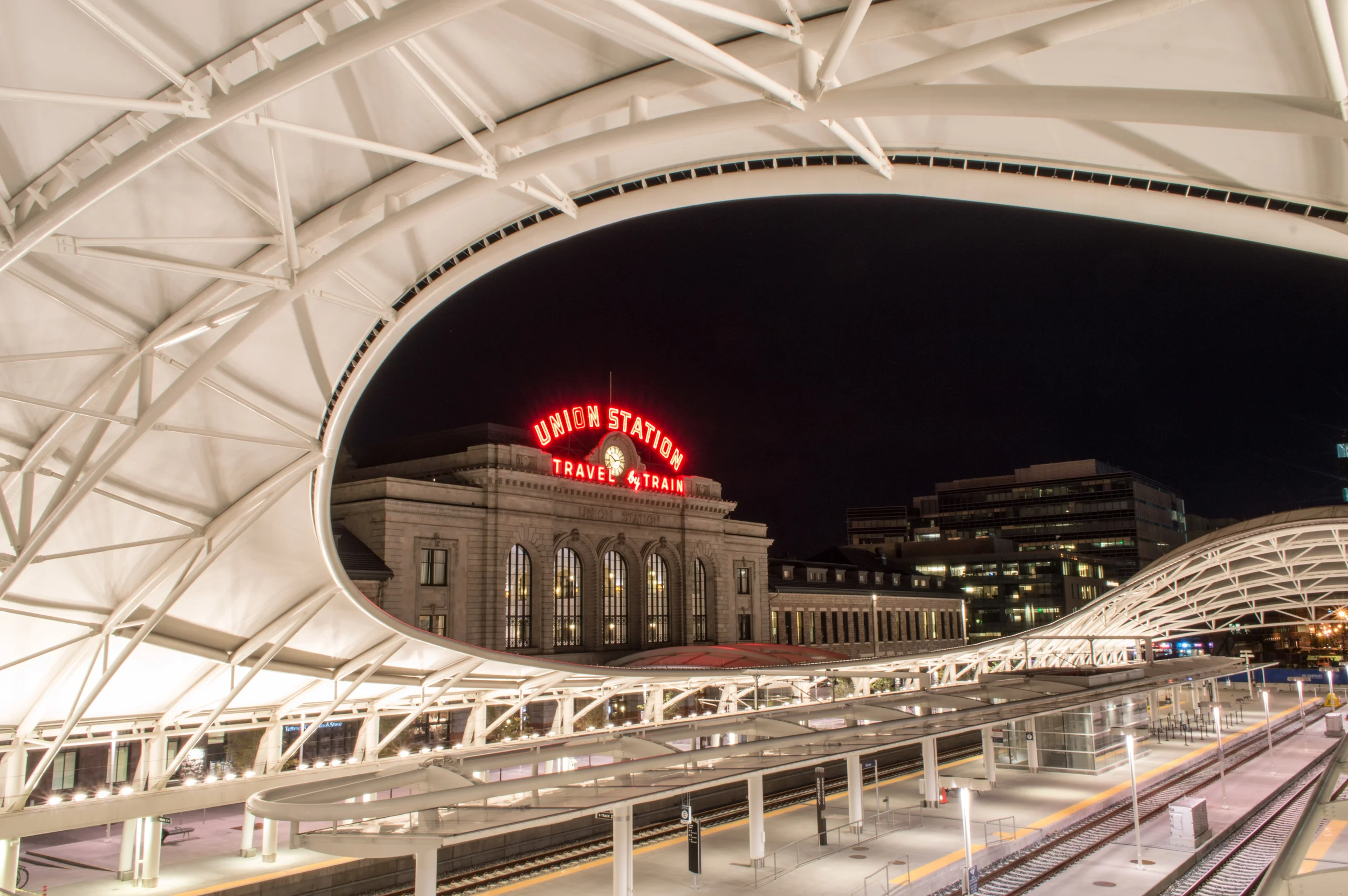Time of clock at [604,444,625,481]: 10:12
